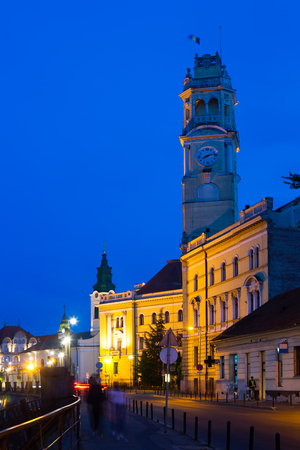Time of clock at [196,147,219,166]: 8:12
